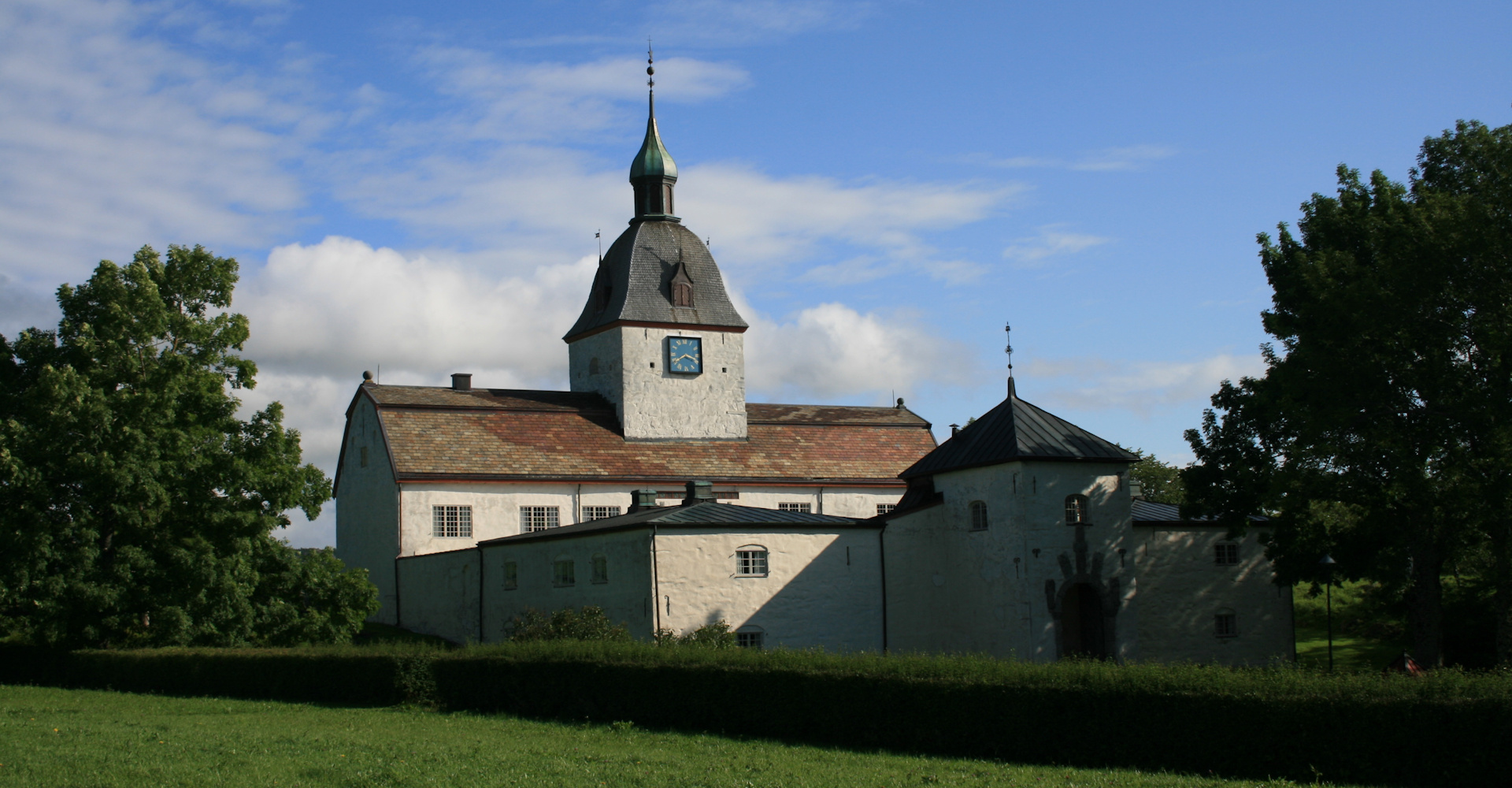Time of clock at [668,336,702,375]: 3:39
